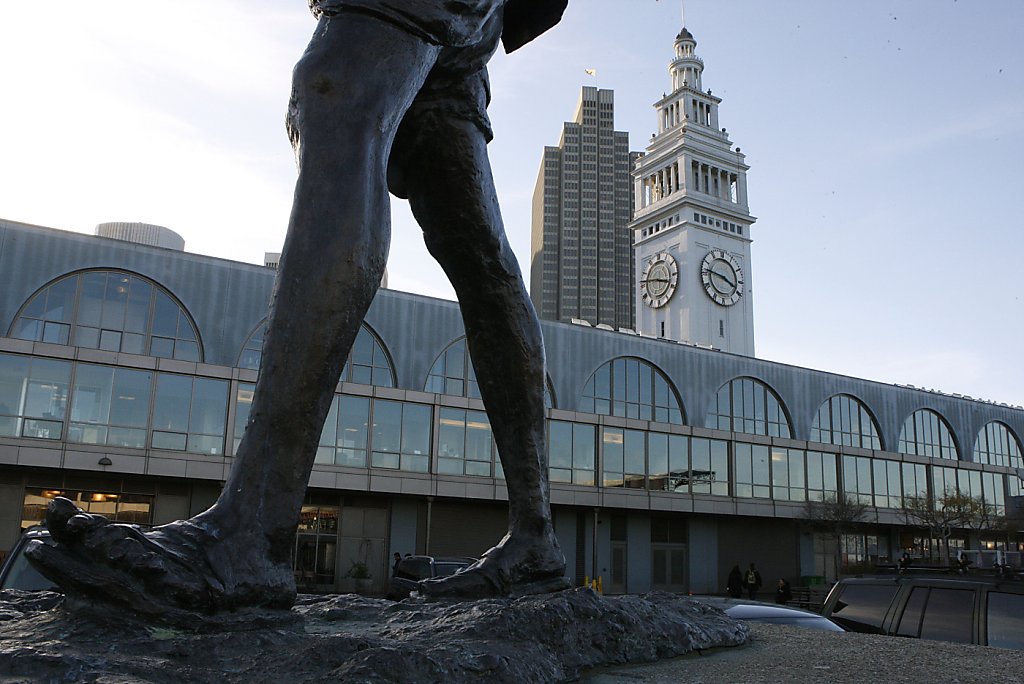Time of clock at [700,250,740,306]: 3:46
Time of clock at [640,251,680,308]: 3:46
